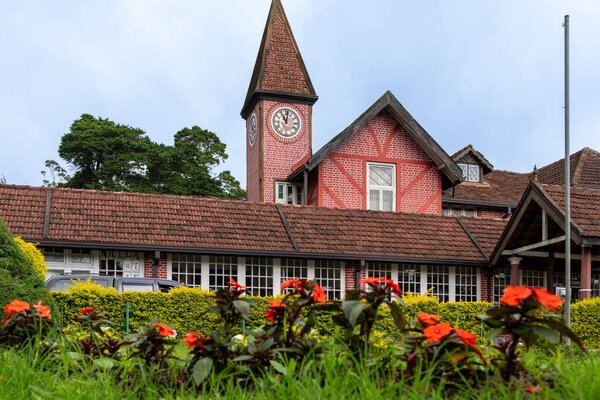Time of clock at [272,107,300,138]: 11:01
